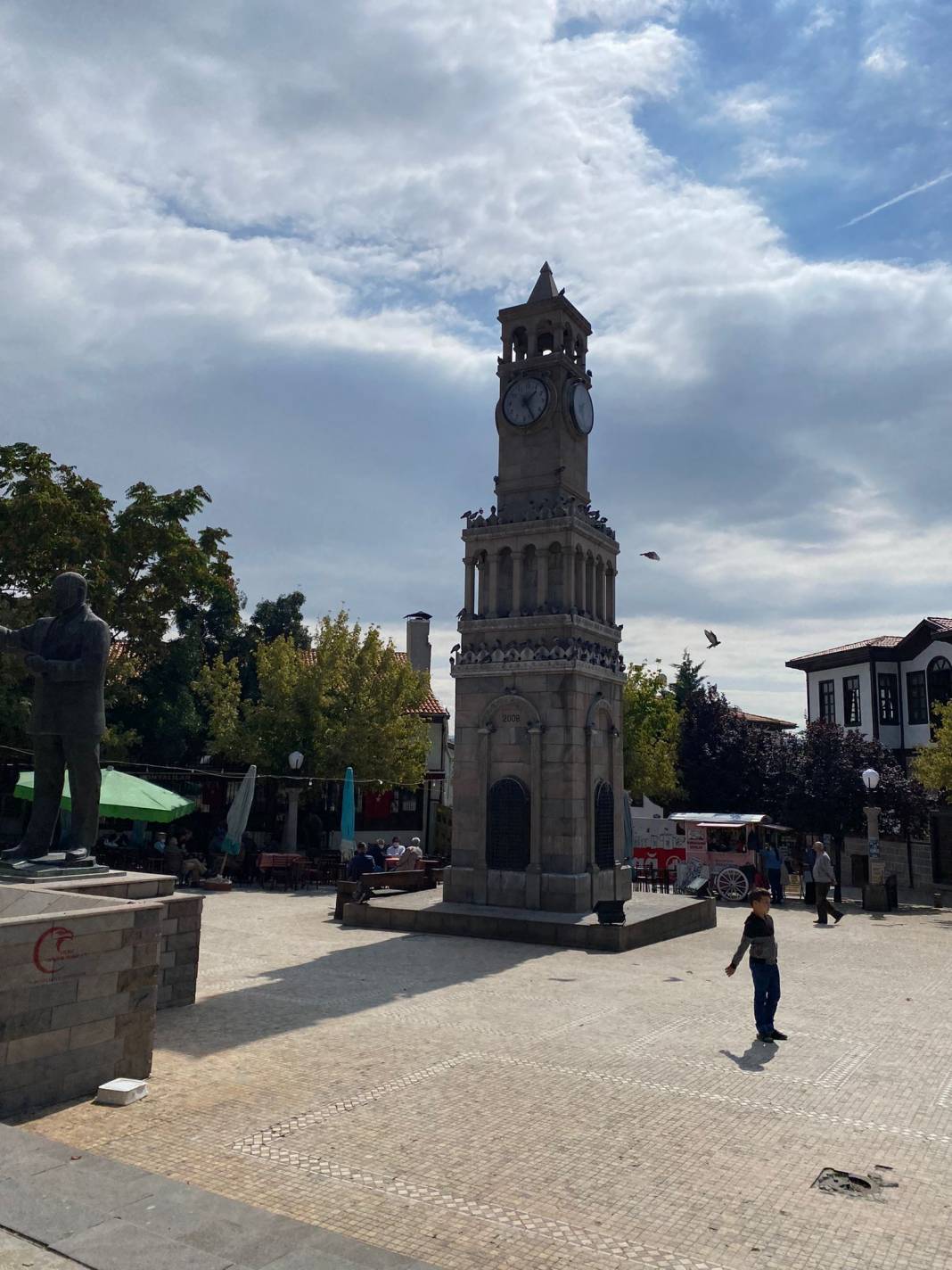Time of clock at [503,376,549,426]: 1:24
